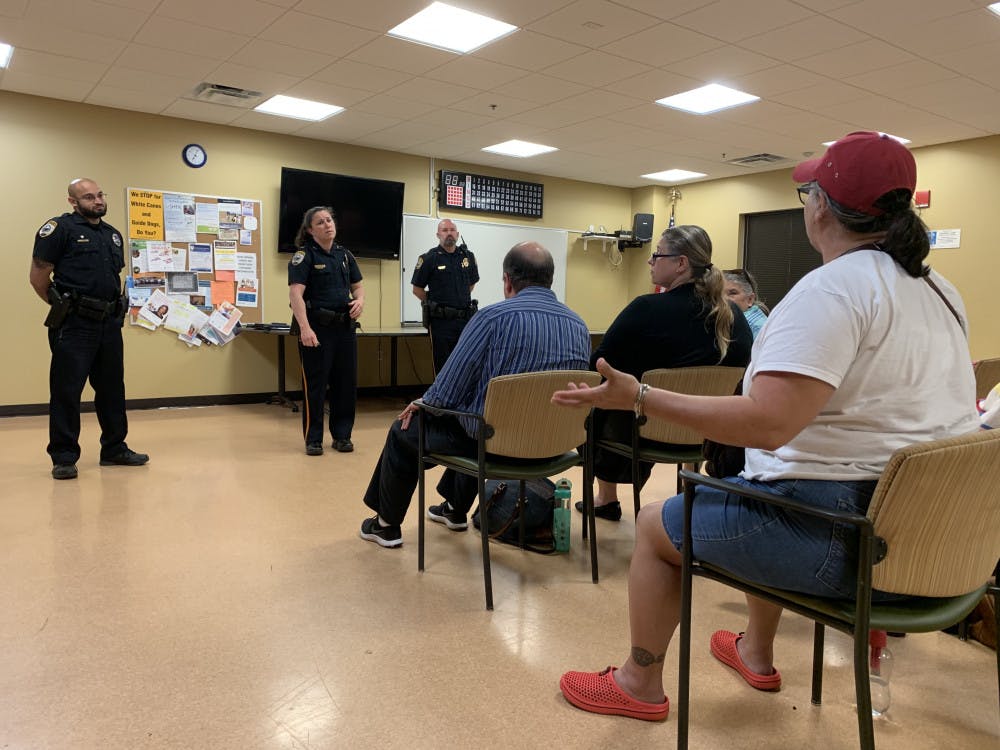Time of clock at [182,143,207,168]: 7:04
